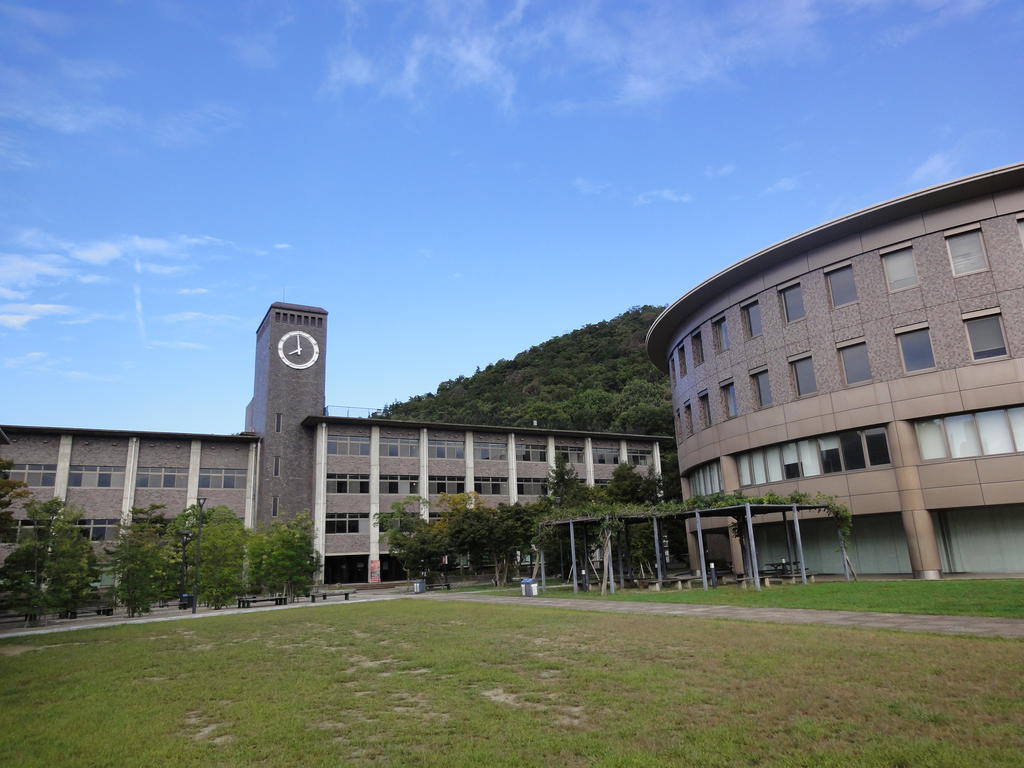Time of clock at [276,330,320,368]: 7:59
